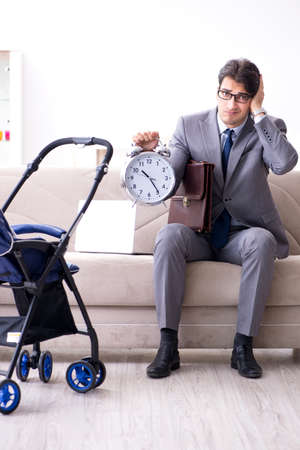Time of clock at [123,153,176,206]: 10:24
